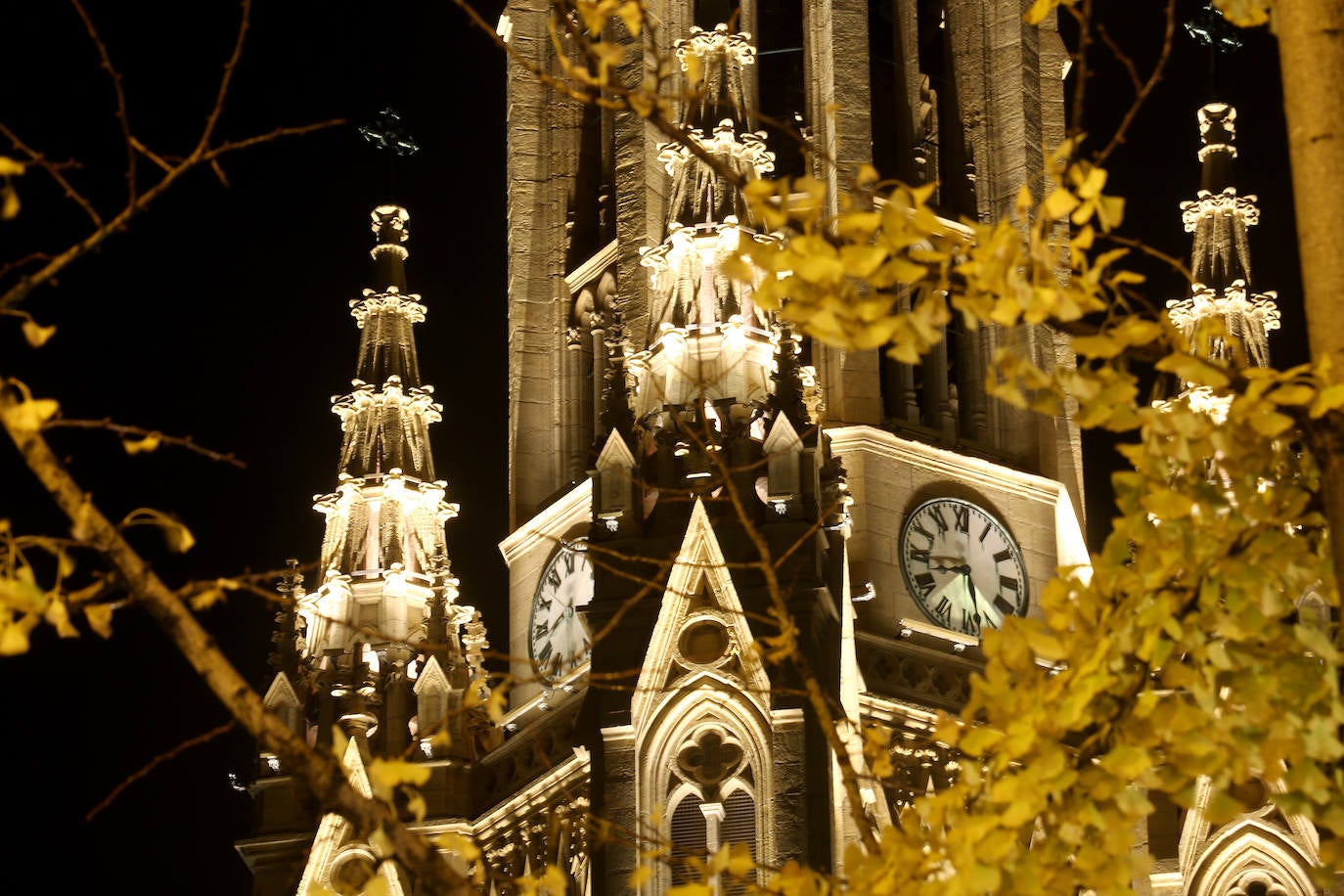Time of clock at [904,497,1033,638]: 8:27
